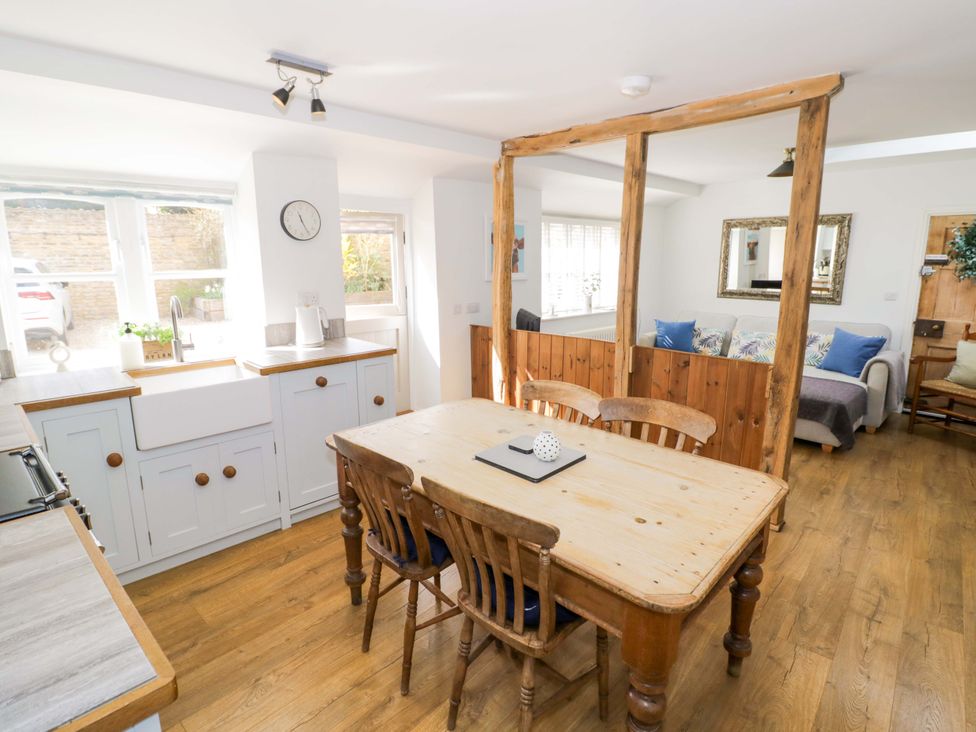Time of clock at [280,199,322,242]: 11:25
